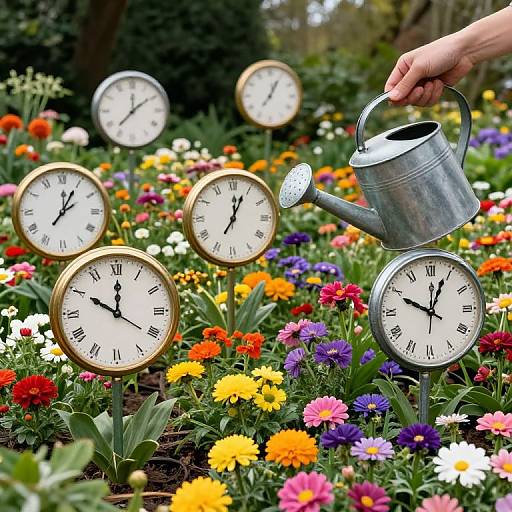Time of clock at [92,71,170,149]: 12:09
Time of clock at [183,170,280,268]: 12:03
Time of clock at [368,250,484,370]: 12:49
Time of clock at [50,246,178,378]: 10:00
